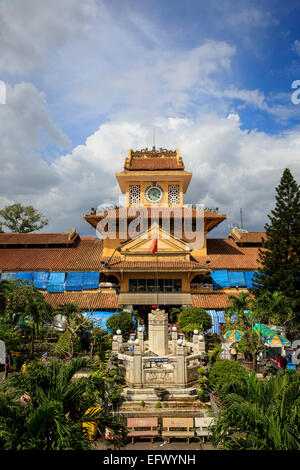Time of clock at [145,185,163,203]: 1:22
